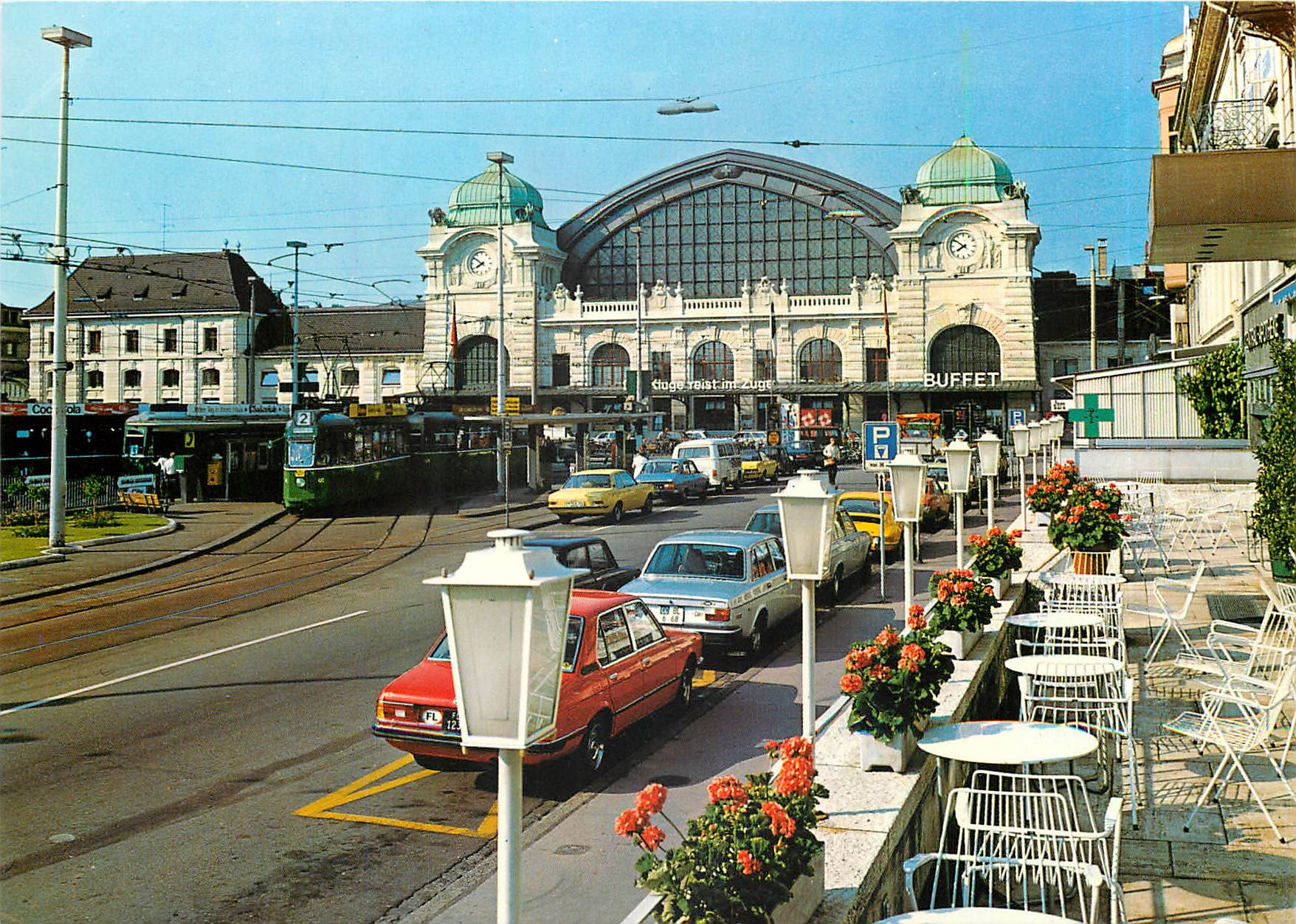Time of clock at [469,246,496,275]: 7:51
